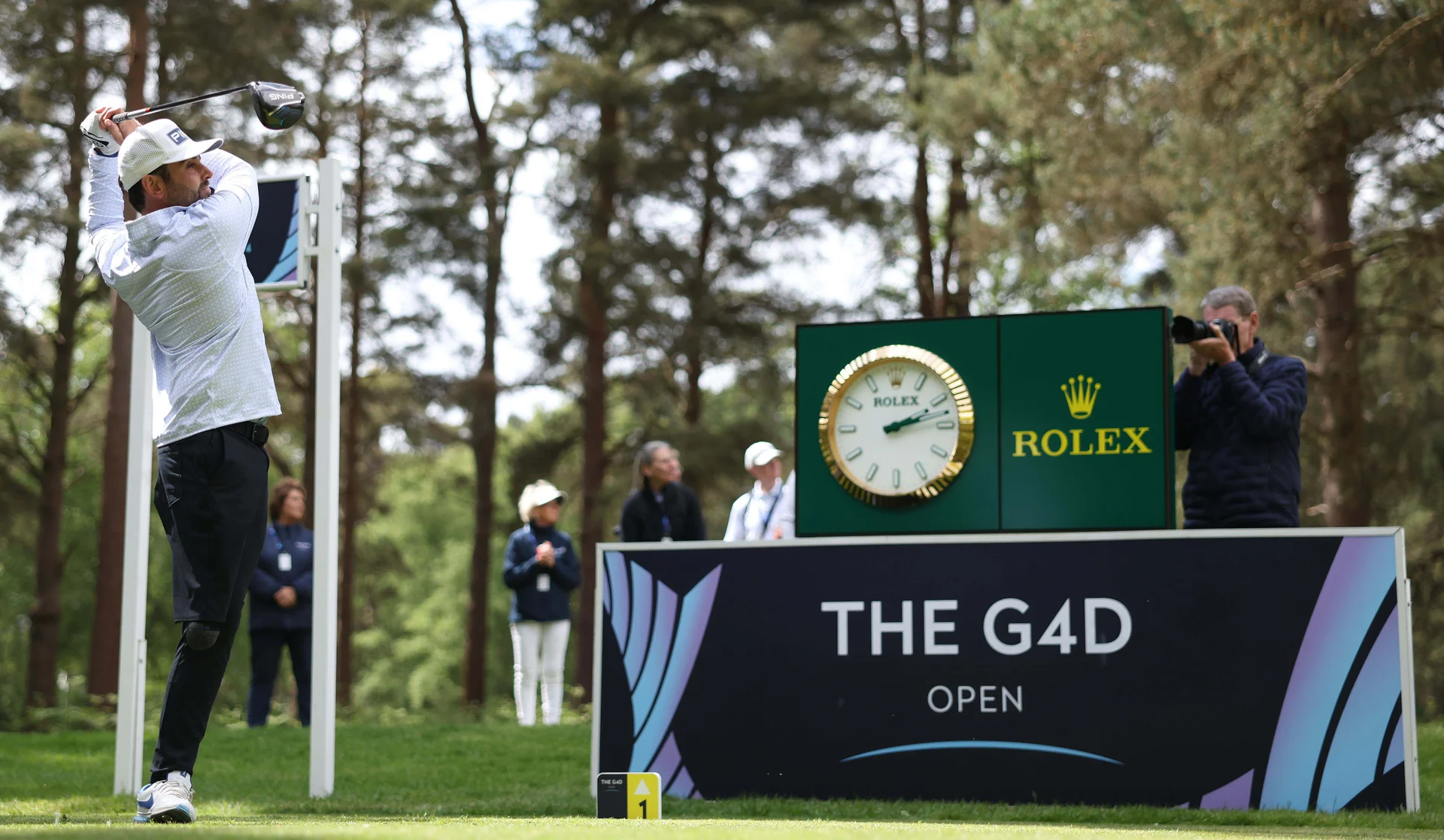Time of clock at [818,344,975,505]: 2:12
